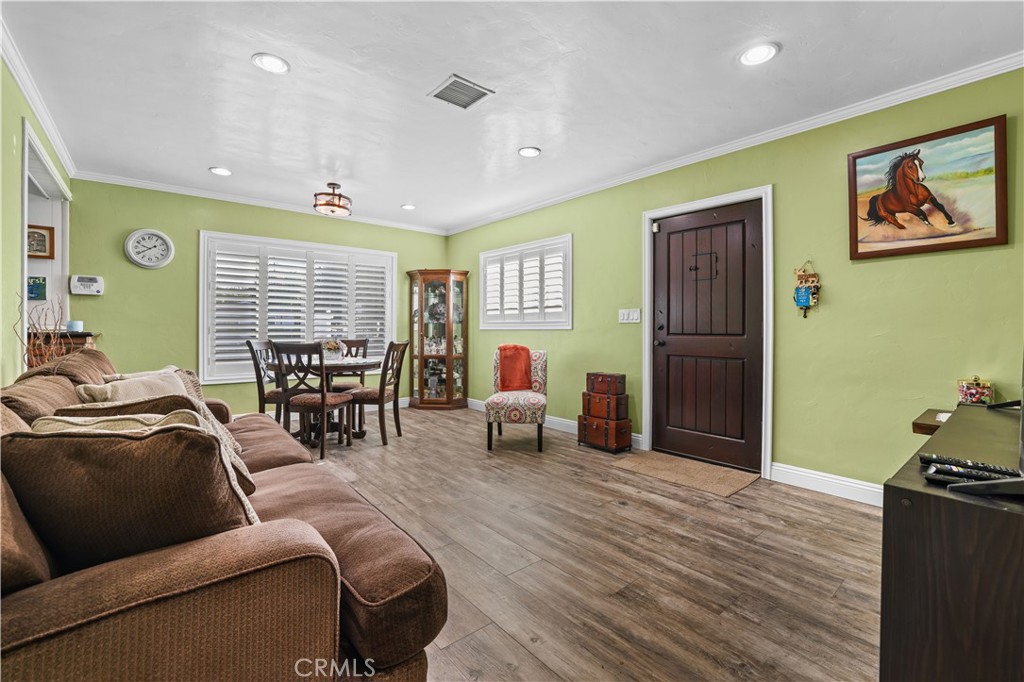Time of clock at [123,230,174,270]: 9:39
